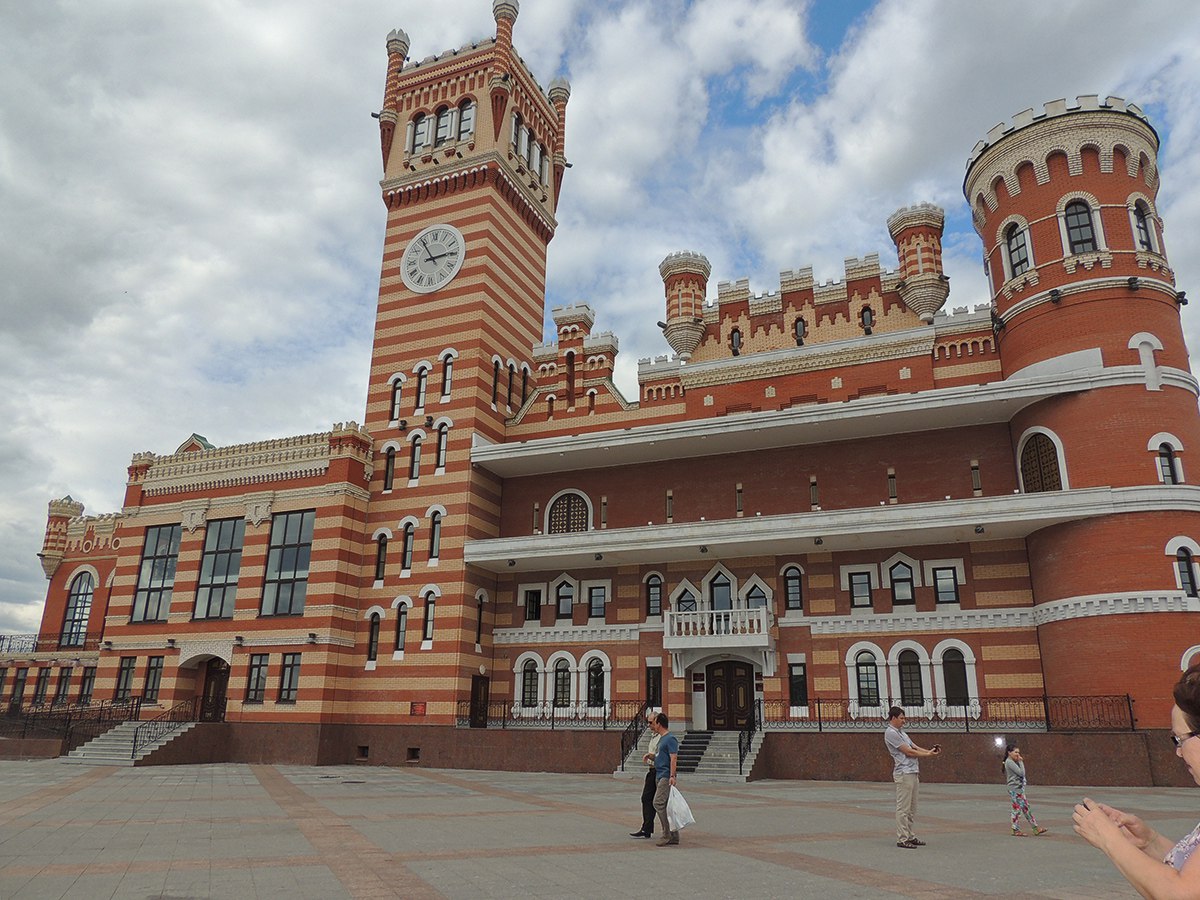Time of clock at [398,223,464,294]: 2:54
